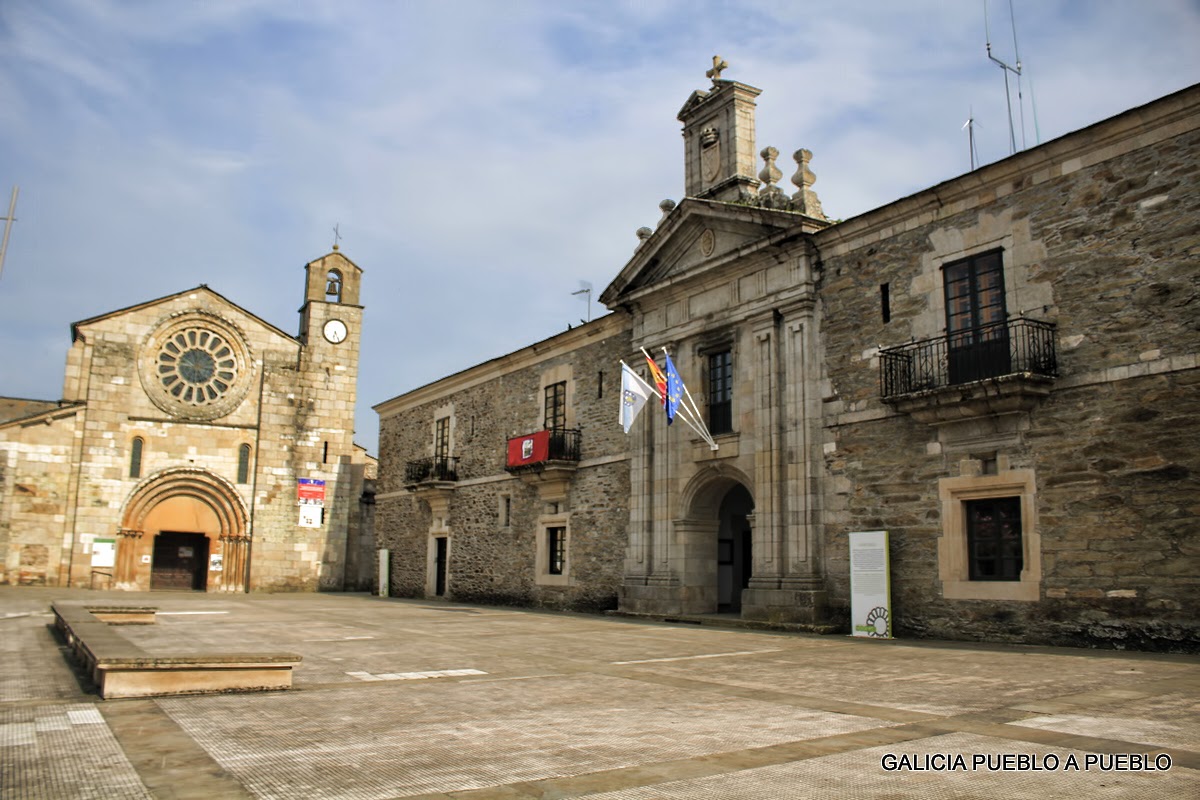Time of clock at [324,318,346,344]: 6:25
